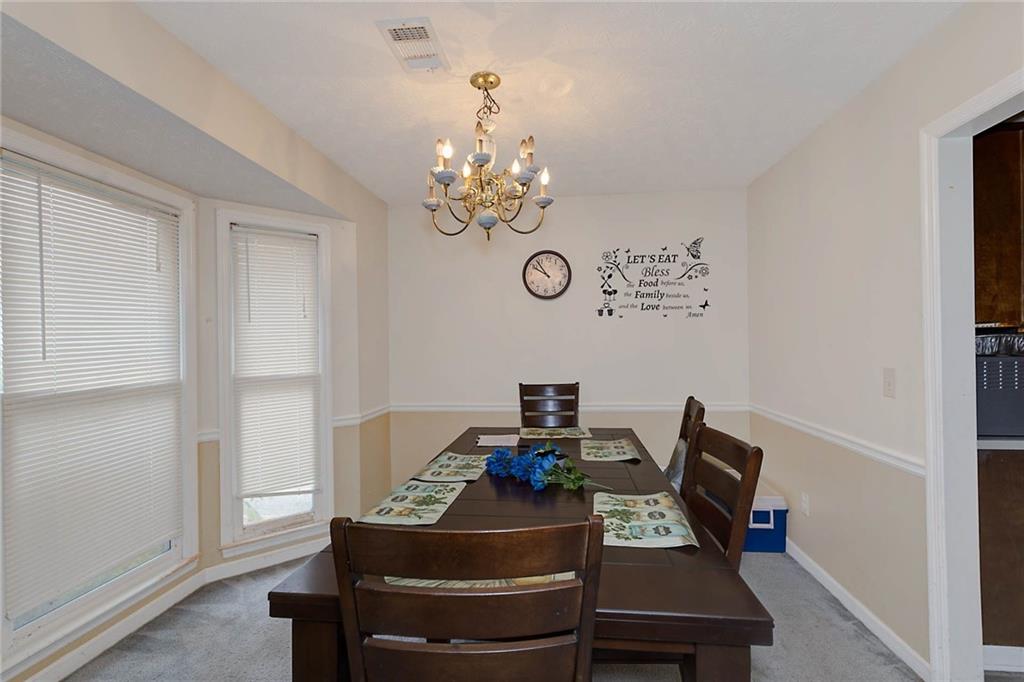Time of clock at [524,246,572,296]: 9:53
